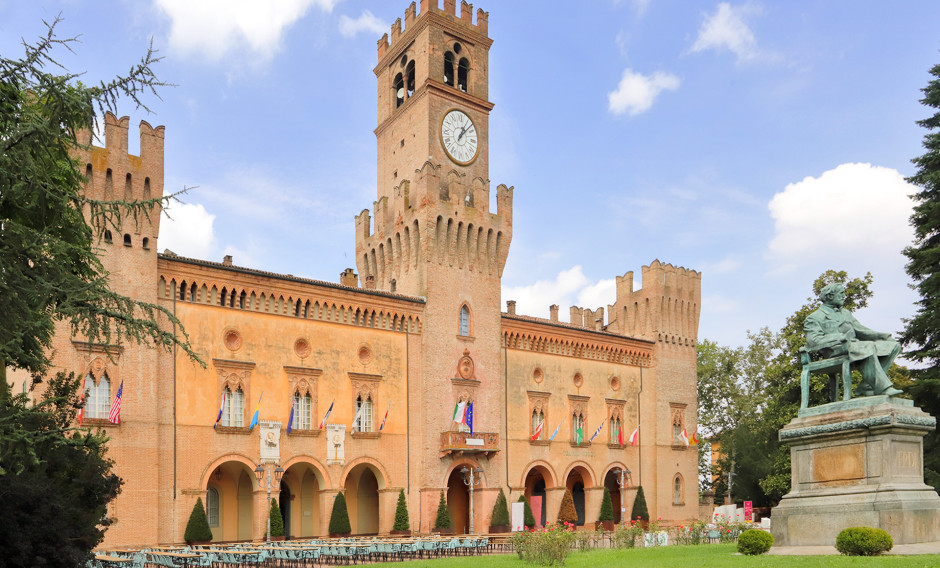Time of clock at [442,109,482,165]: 1:07
